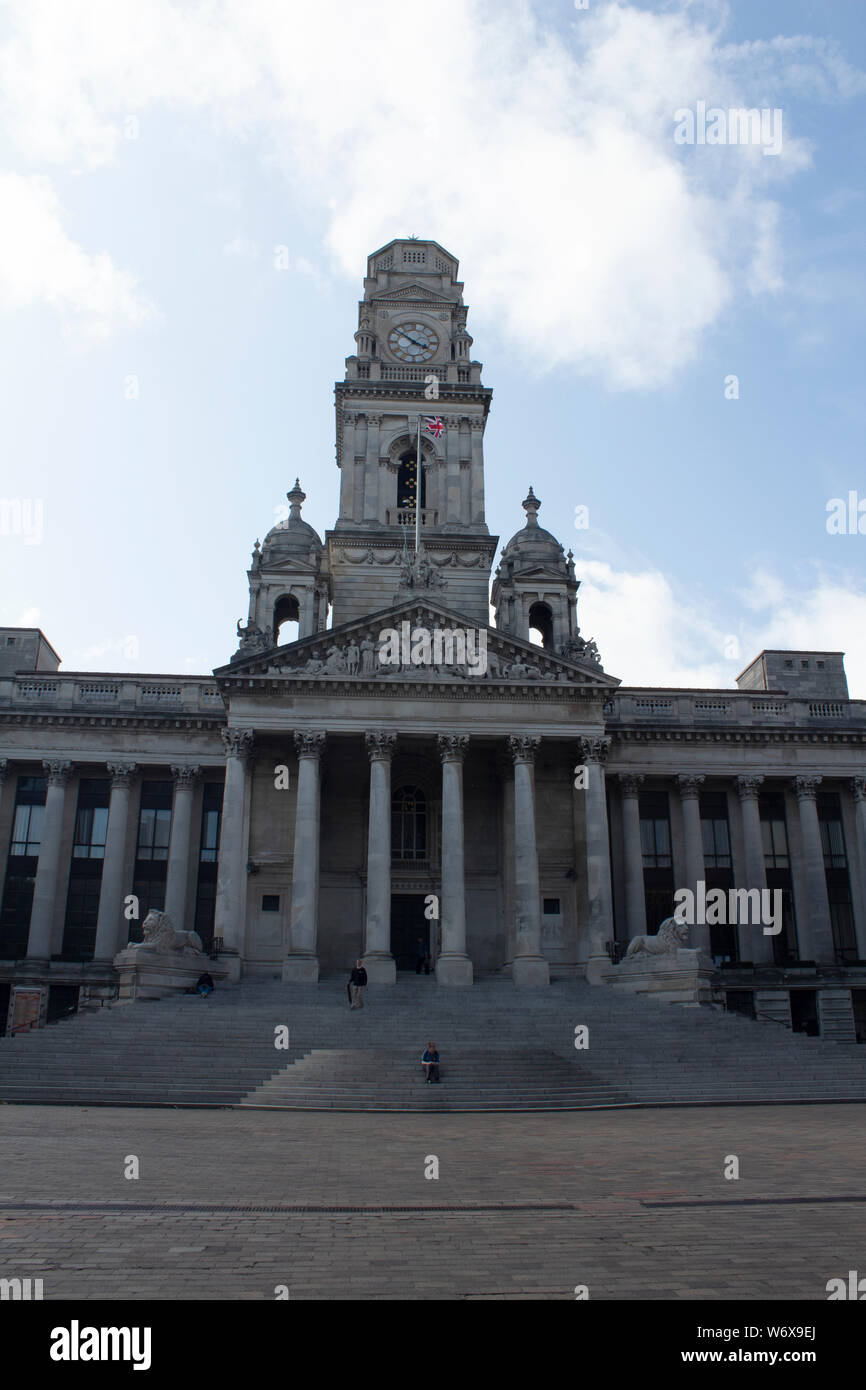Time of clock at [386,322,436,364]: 3:51
